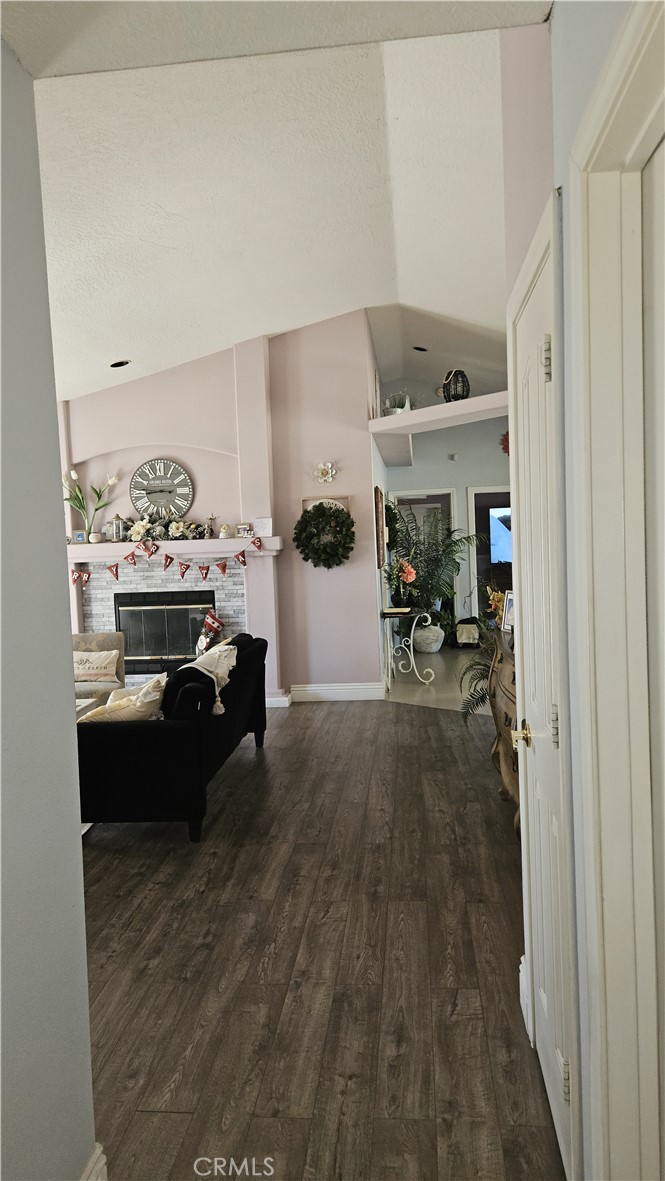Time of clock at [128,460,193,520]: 8:45
